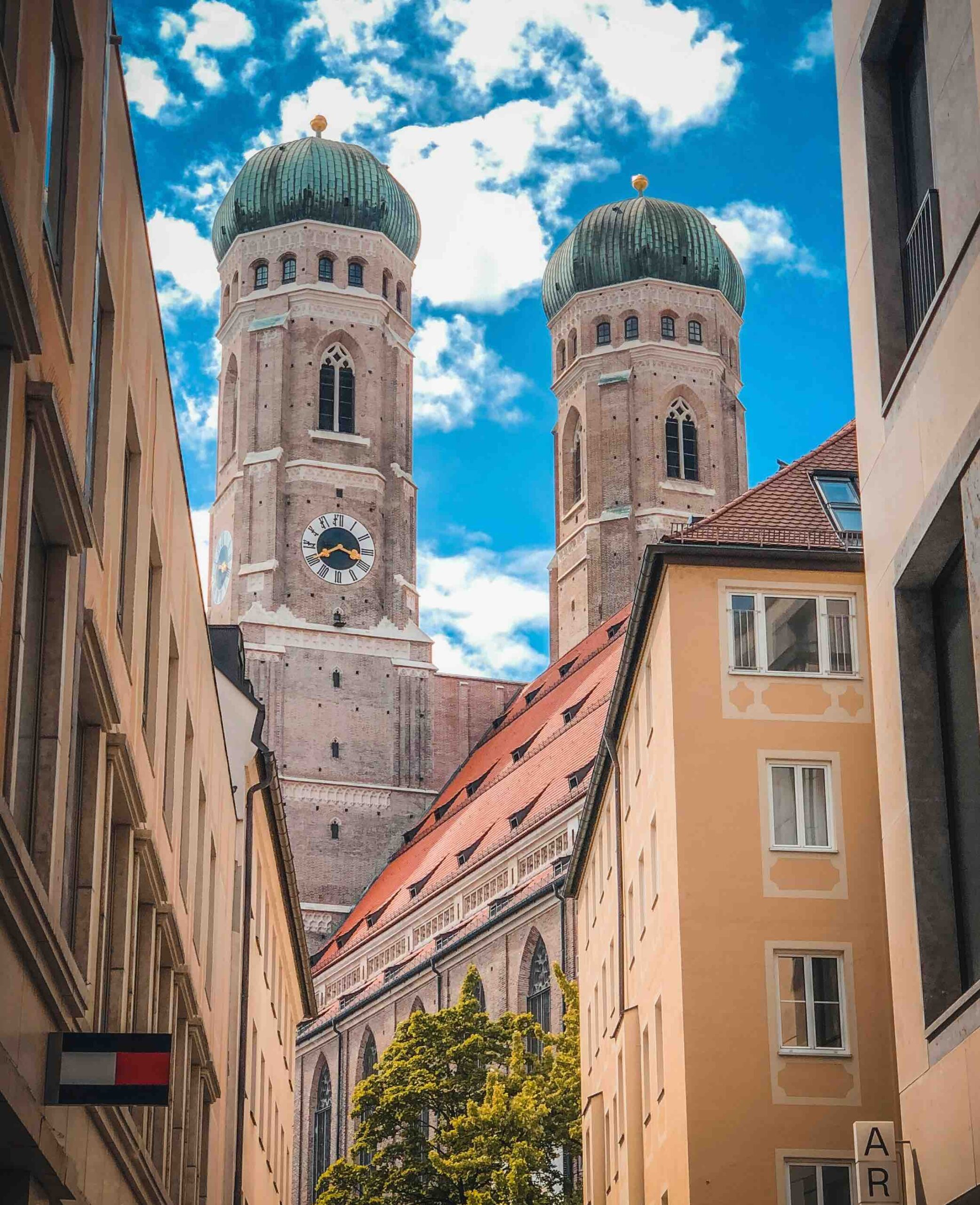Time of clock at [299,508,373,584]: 3:40
